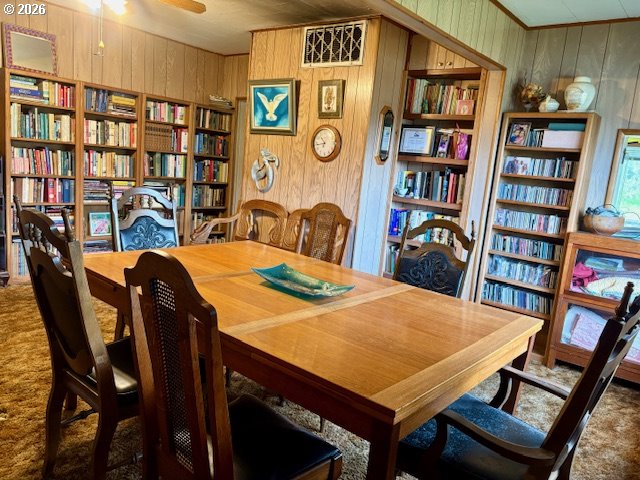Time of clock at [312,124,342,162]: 10:43
